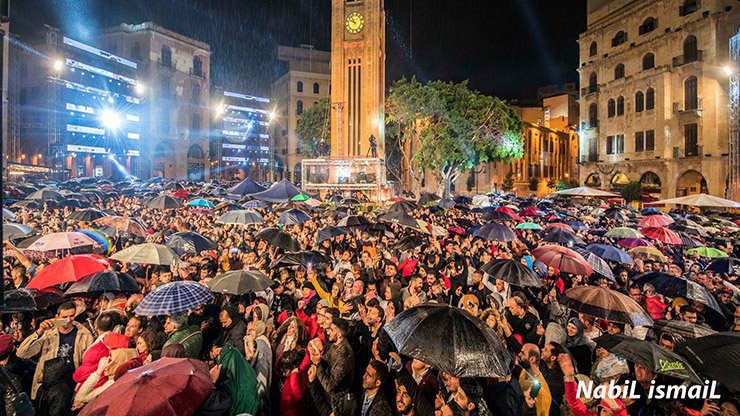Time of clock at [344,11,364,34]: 9:52
